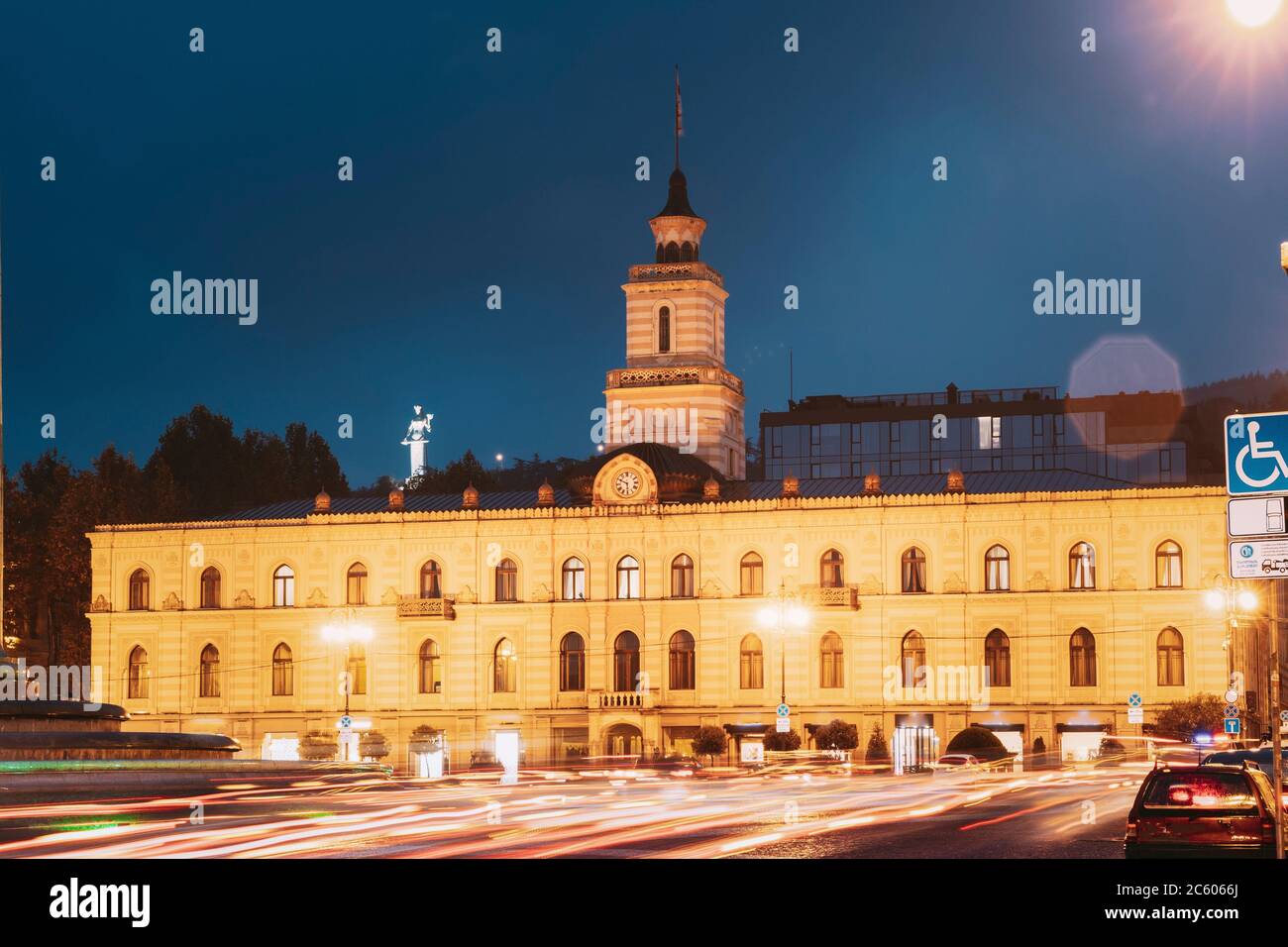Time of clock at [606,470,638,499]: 5:49
